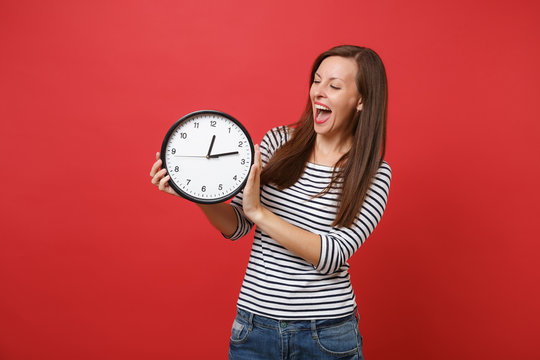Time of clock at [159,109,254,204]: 12:12
